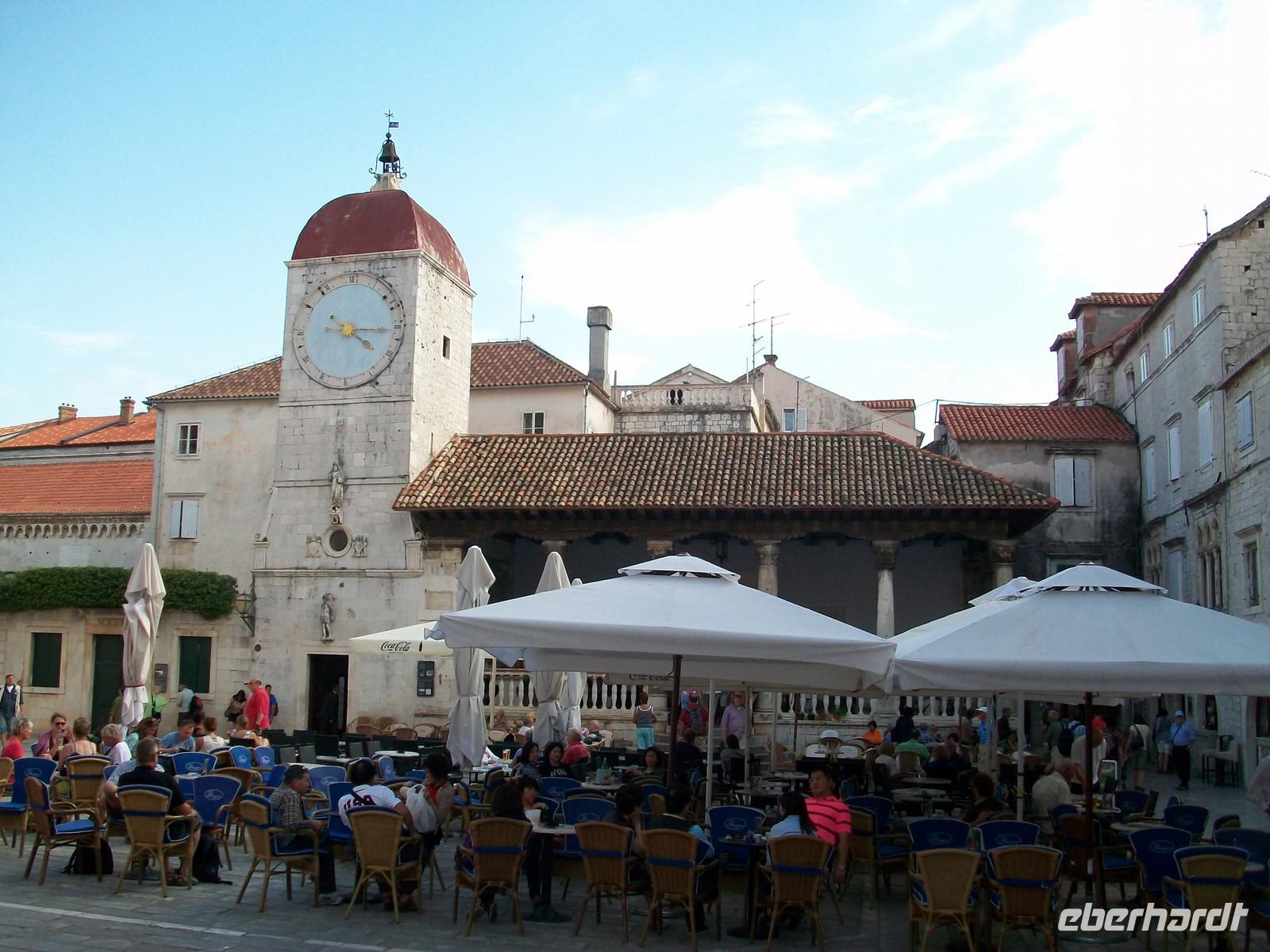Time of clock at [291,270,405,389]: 4:15
